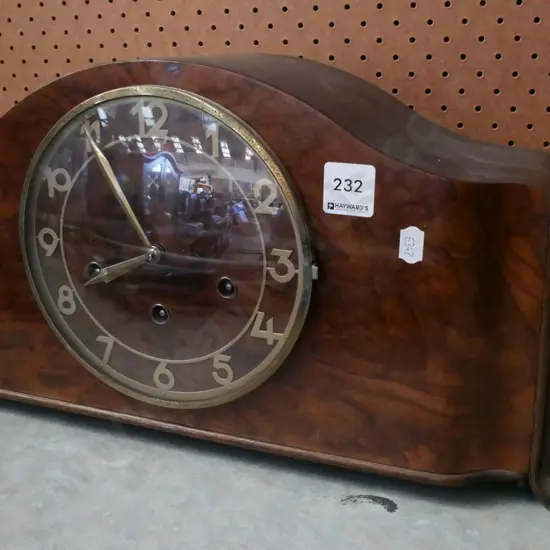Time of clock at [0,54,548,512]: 7:54
